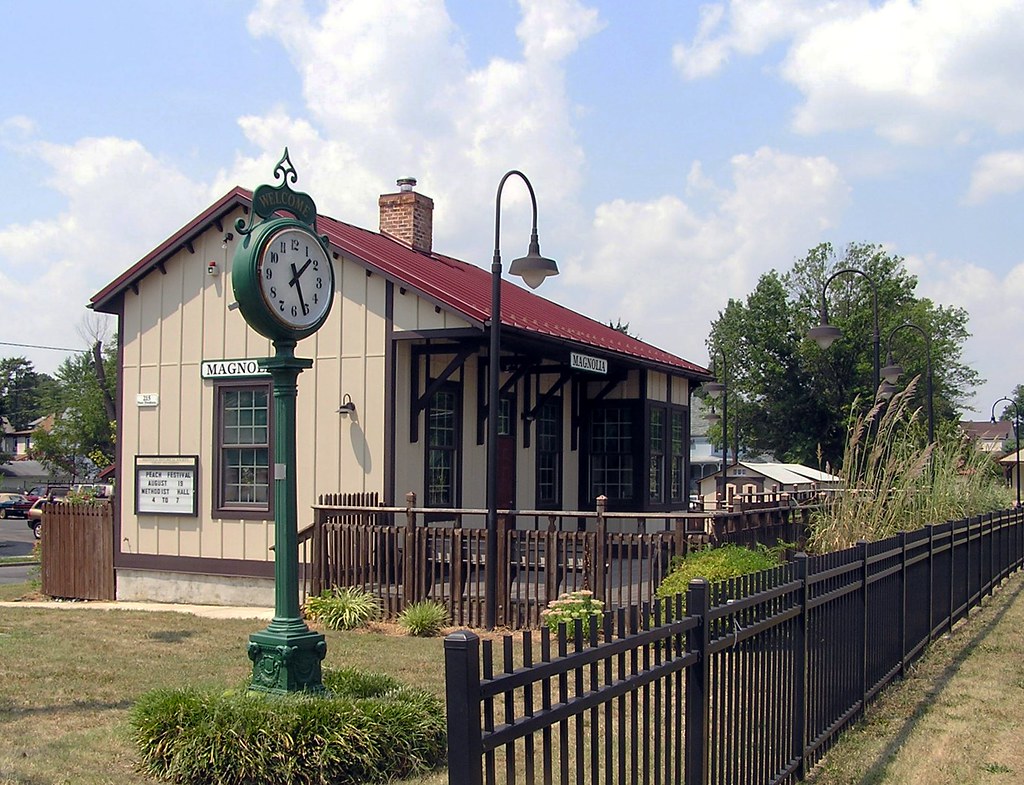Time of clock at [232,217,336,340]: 1:26
